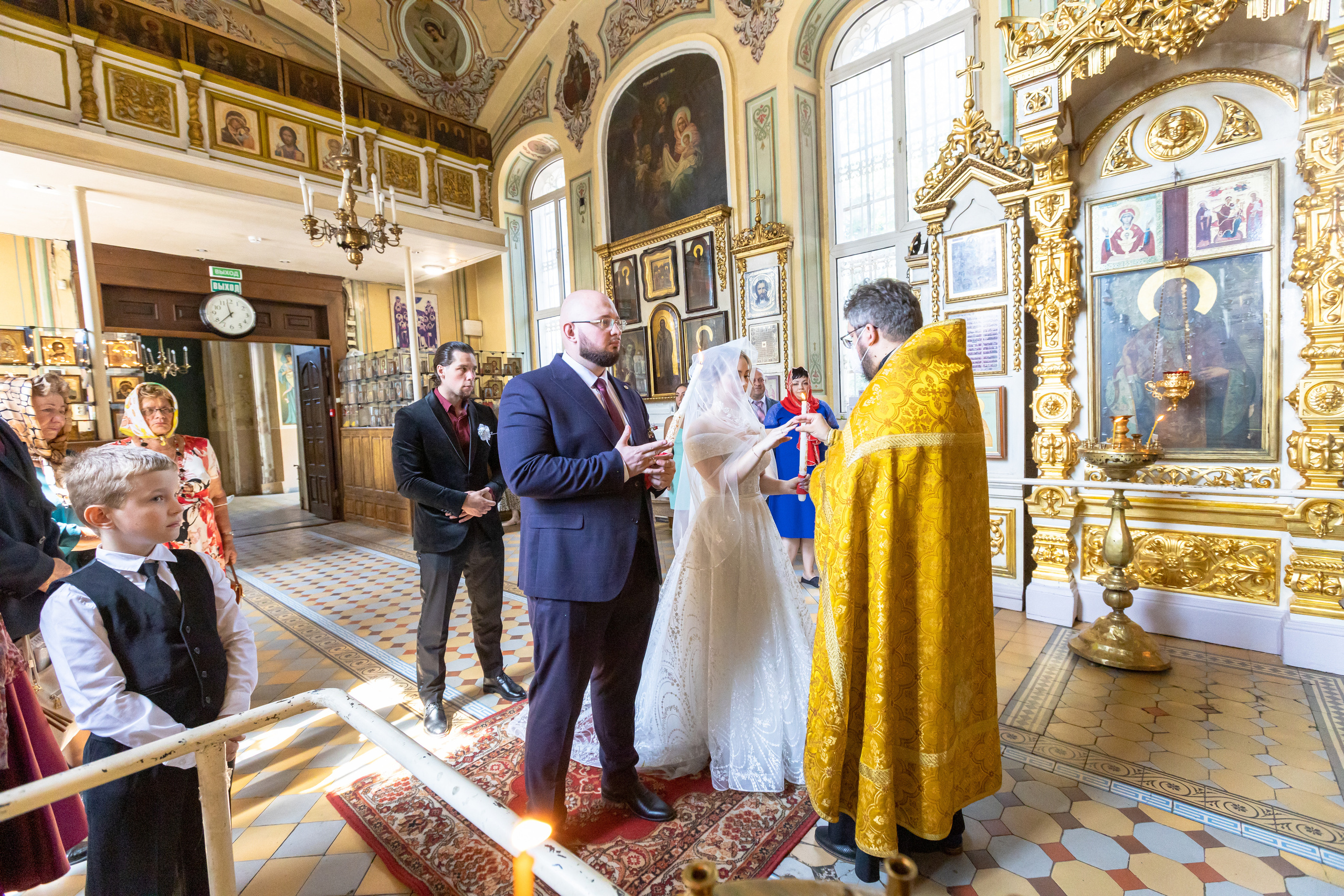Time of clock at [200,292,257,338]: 11:37
